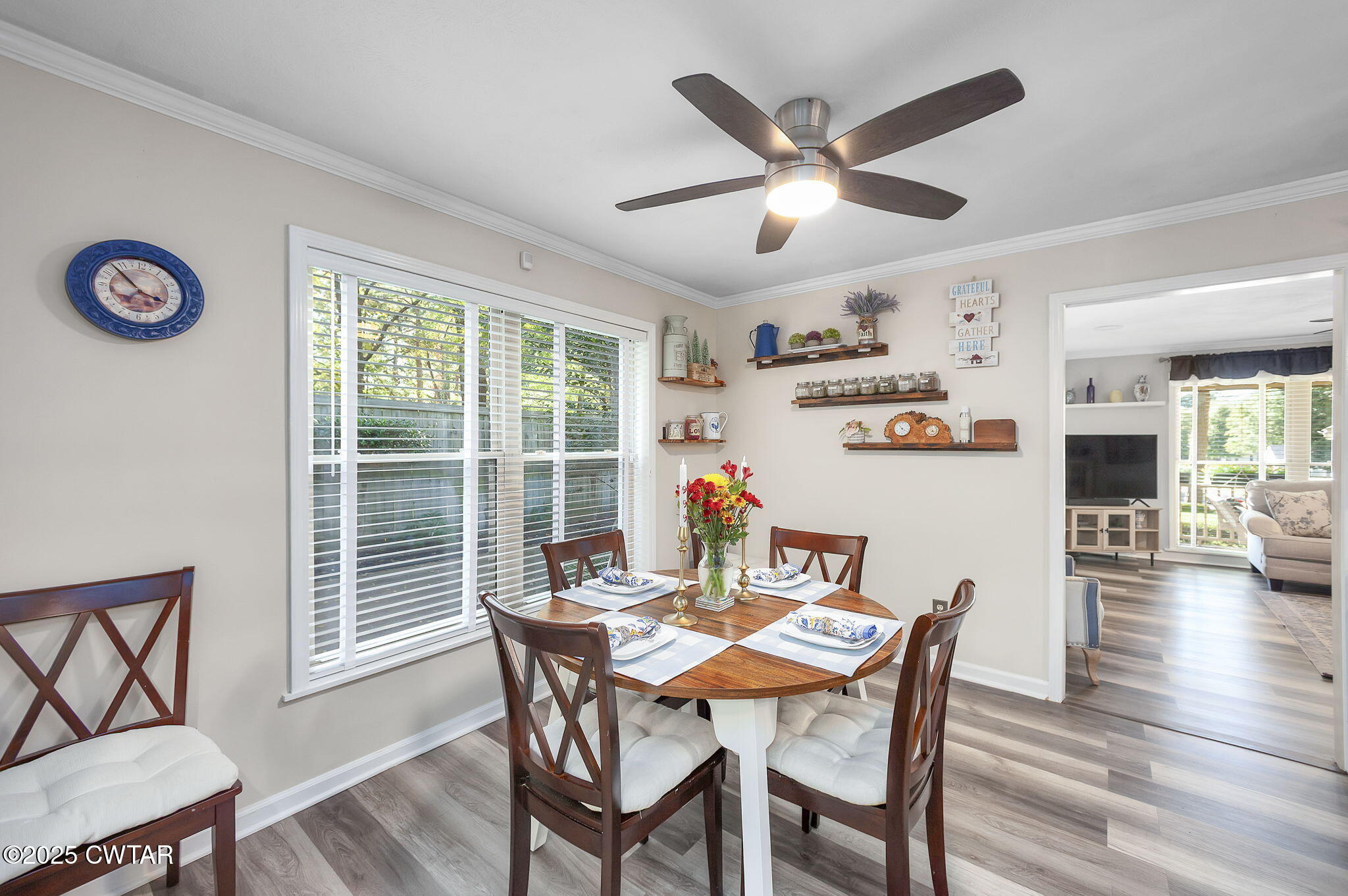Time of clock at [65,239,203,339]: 3:53
